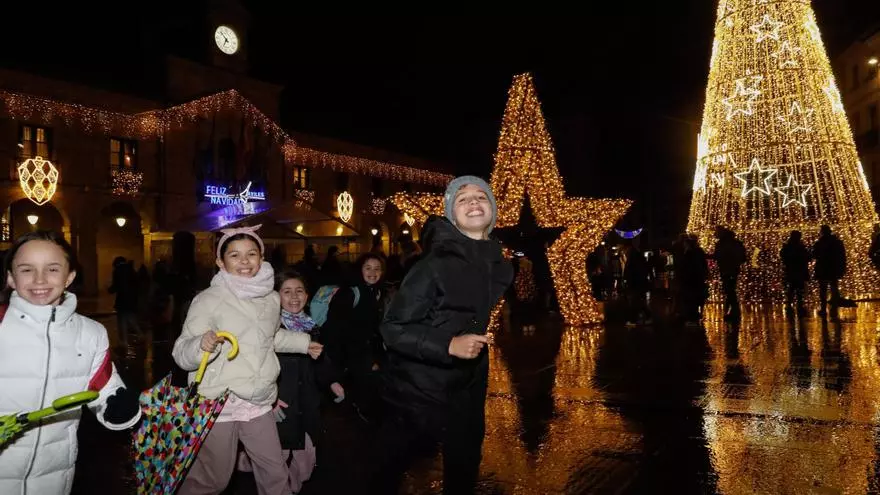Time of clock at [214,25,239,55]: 6:52
